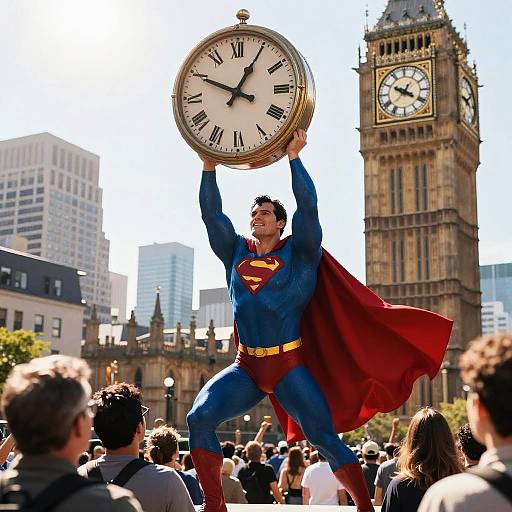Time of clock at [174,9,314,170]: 12:49
